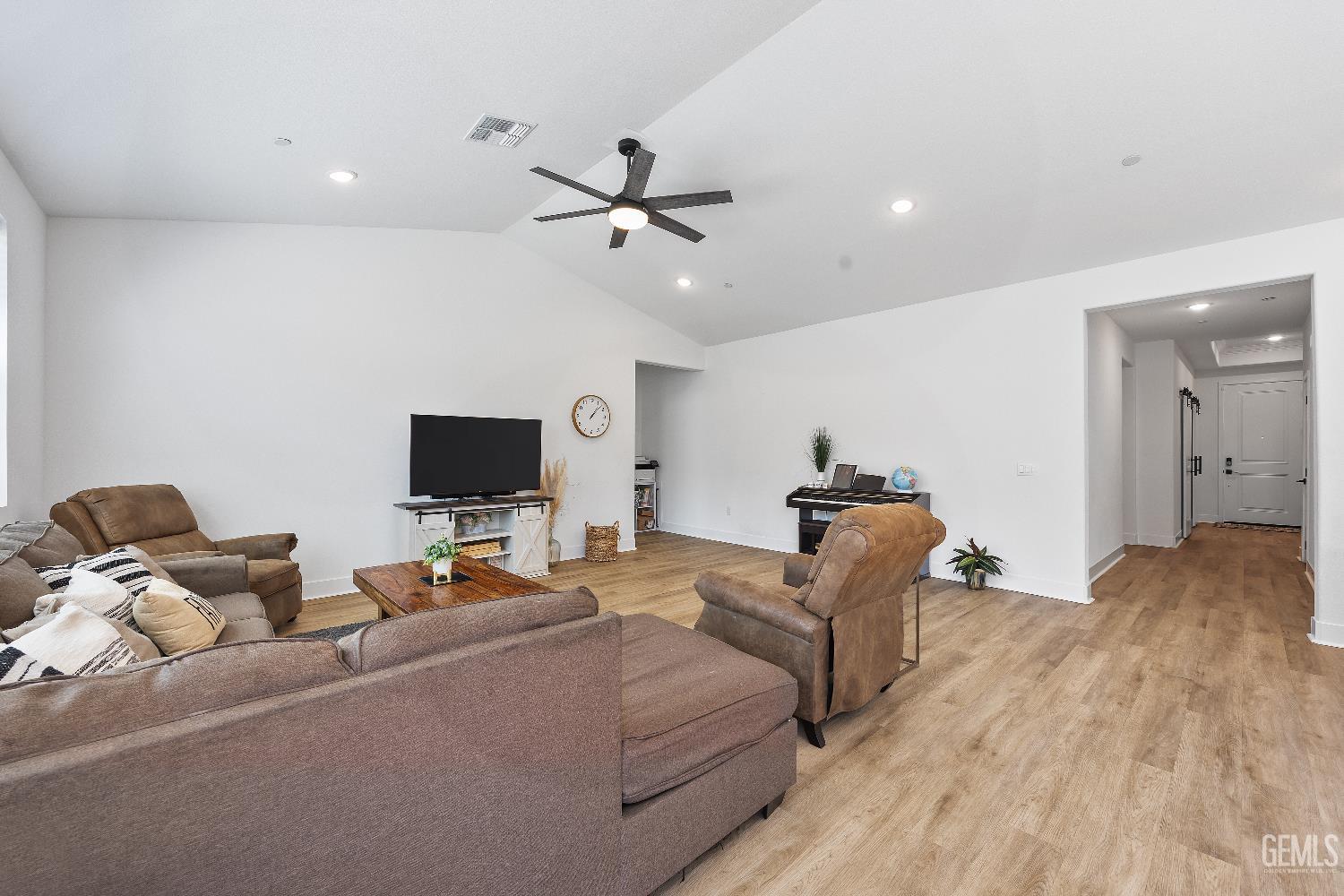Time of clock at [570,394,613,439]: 1:07
